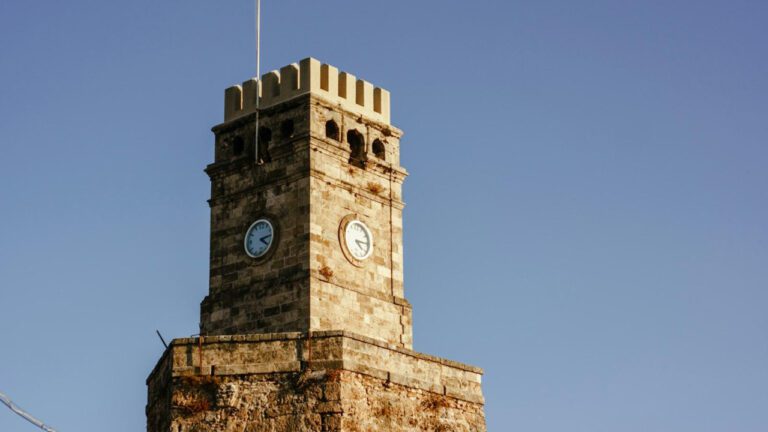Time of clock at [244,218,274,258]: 4:13
